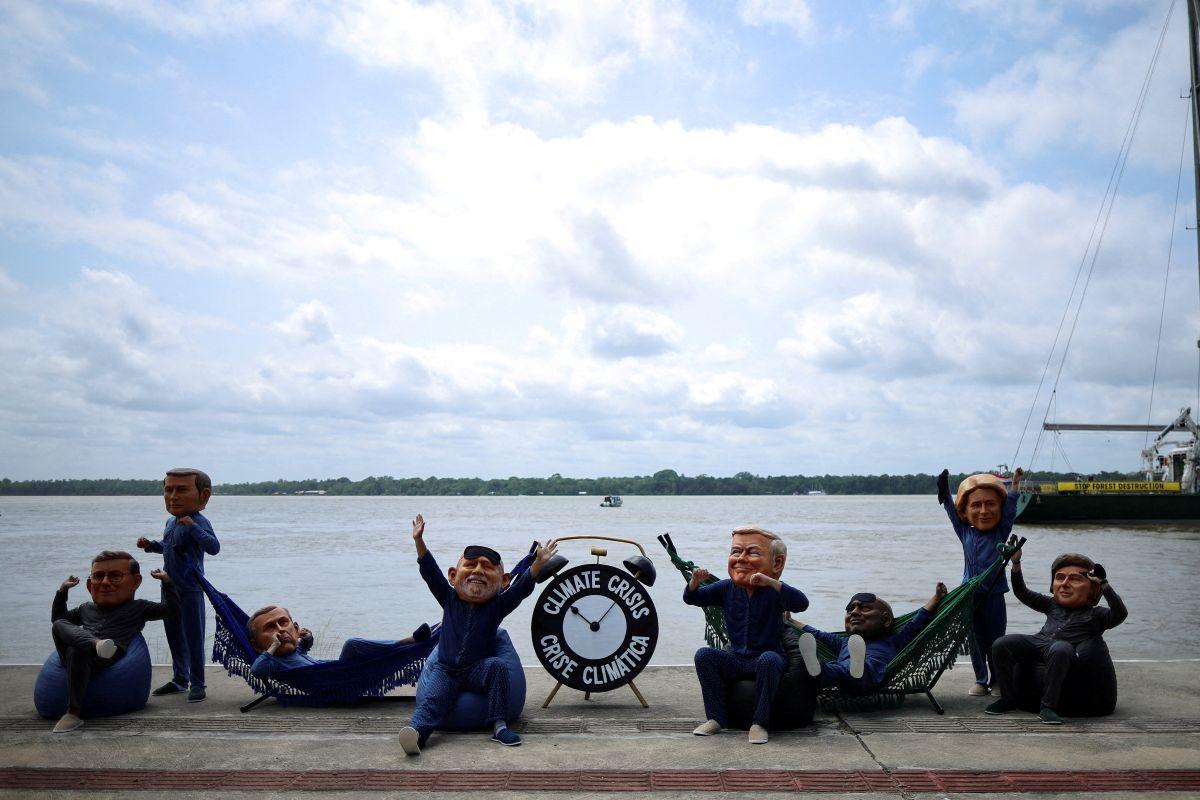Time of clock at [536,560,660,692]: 10:07
